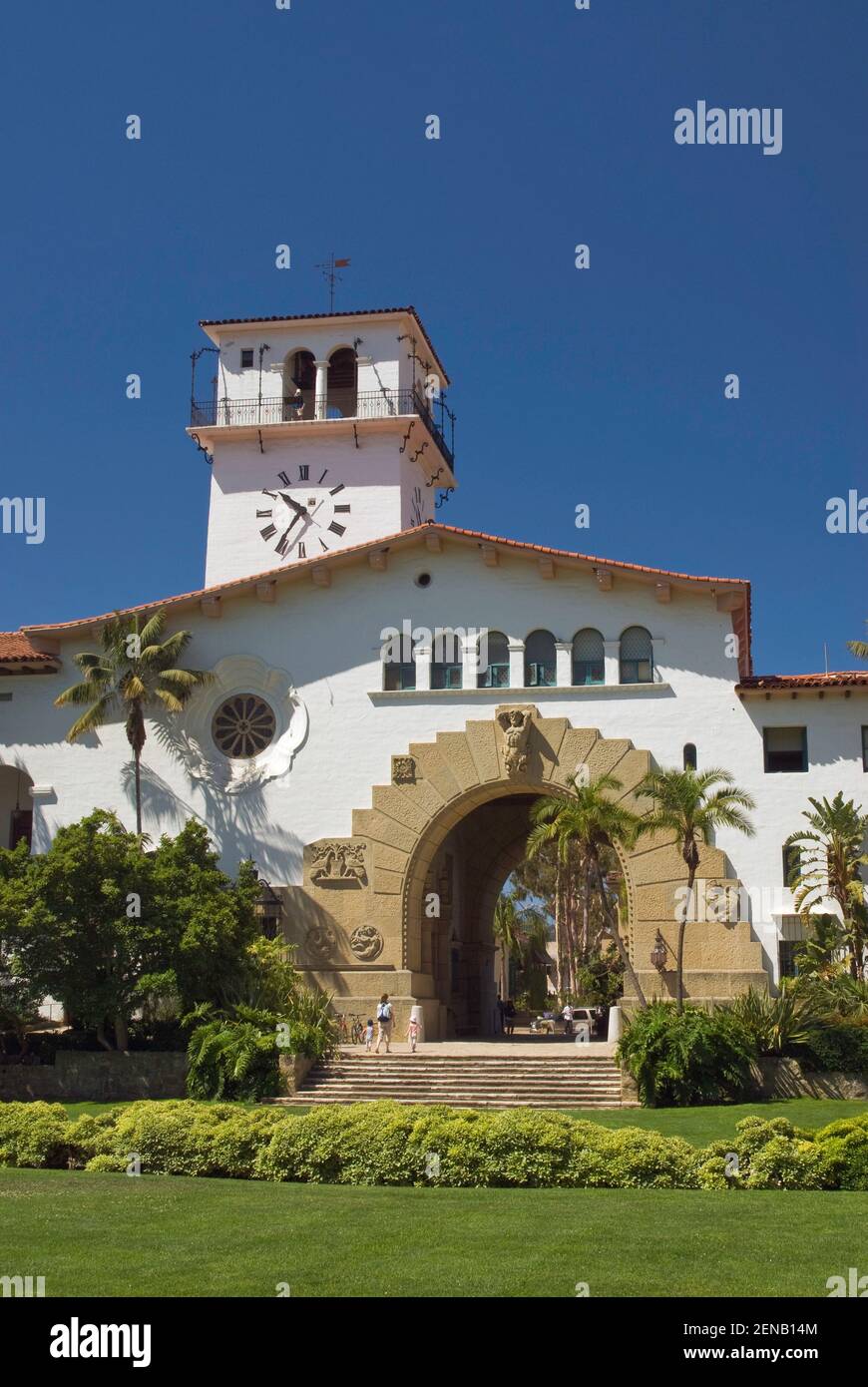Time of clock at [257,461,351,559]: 10:35
